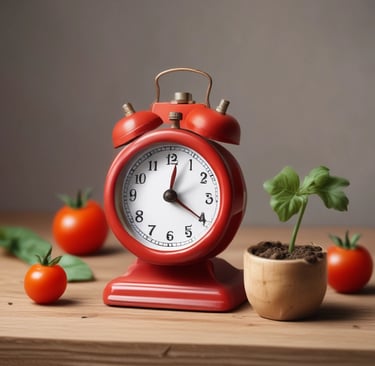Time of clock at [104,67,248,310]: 12:20
